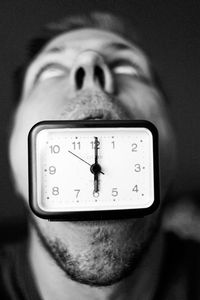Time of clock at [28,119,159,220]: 6:00
